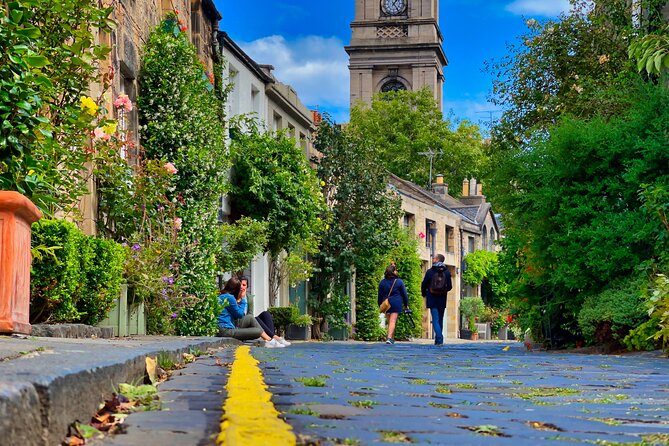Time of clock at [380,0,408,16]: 1:23
